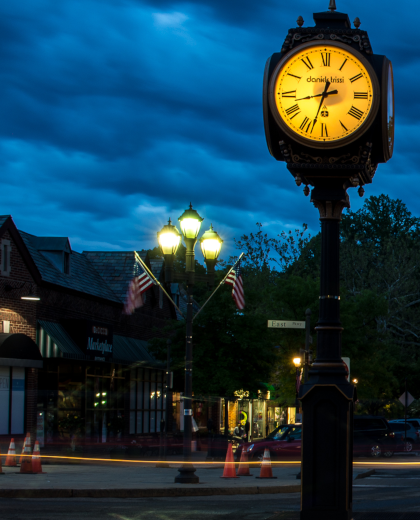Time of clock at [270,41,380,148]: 8:33
